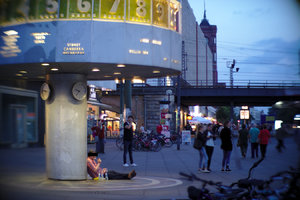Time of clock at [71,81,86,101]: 9:36
